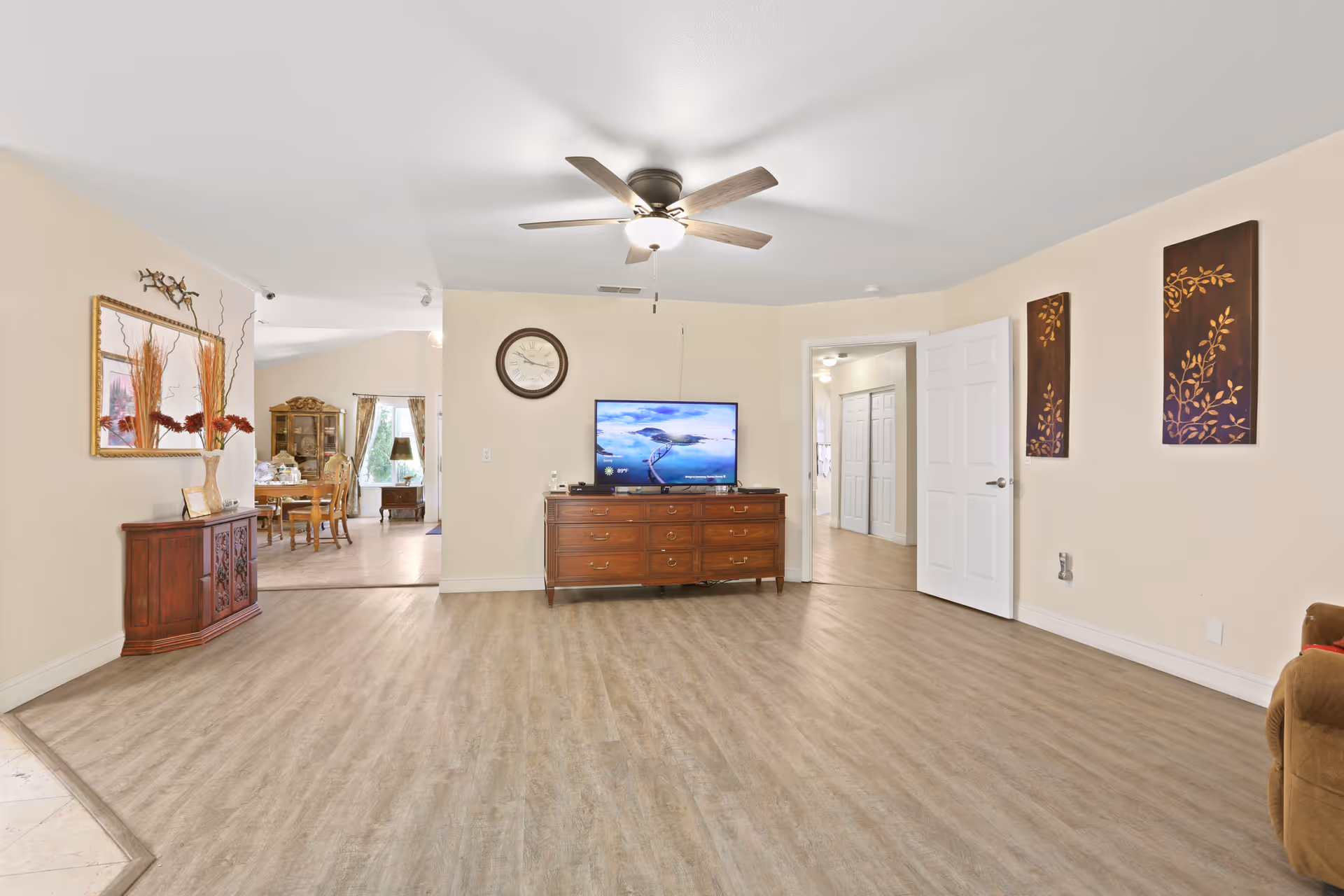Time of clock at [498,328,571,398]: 10:16
